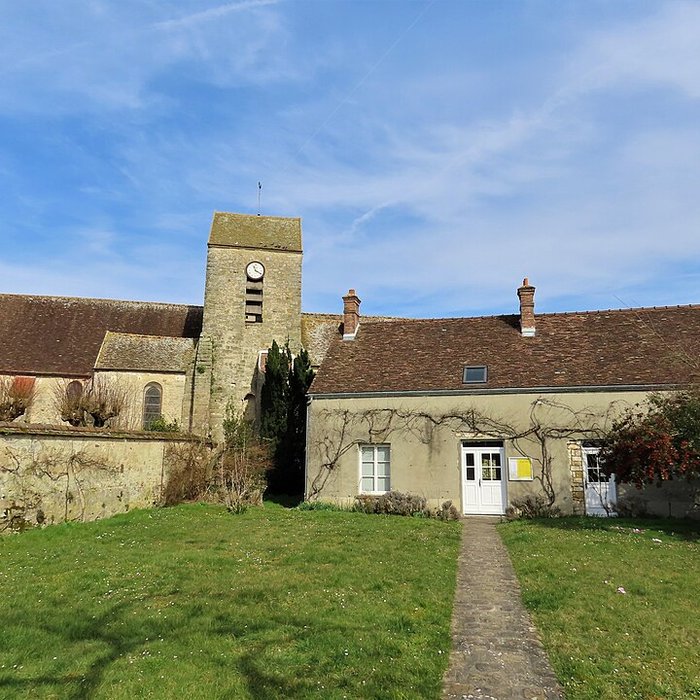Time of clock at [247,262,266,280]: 11:19
